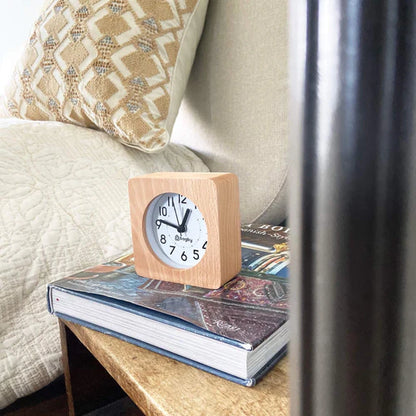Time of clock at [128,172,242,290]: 12:46
